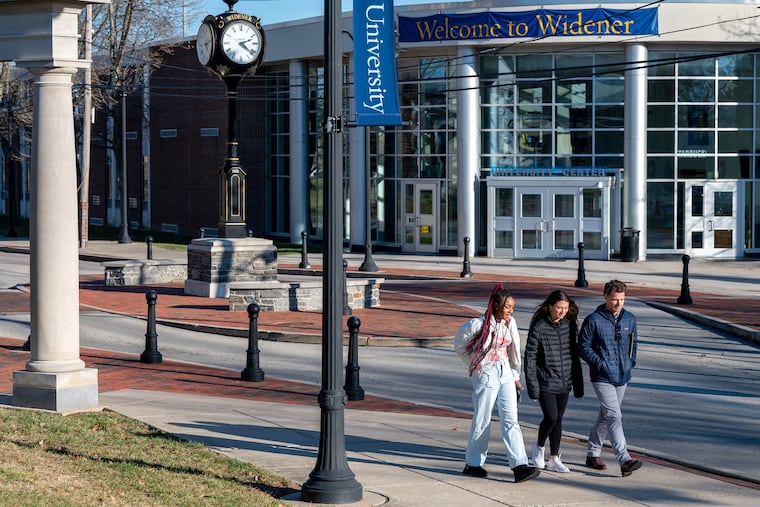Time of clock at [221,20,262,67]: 2:21
